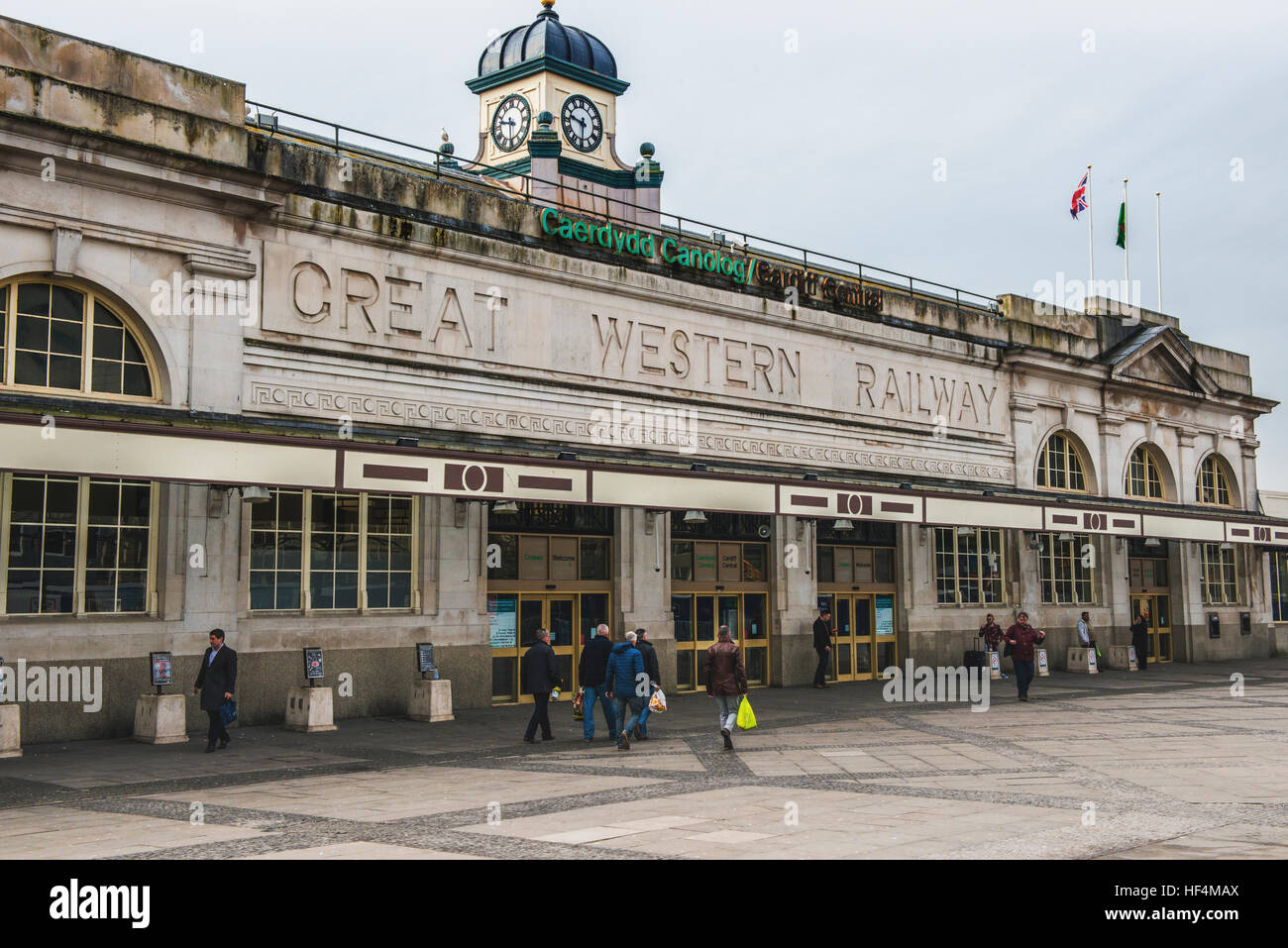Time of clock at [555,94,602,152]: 9:30
